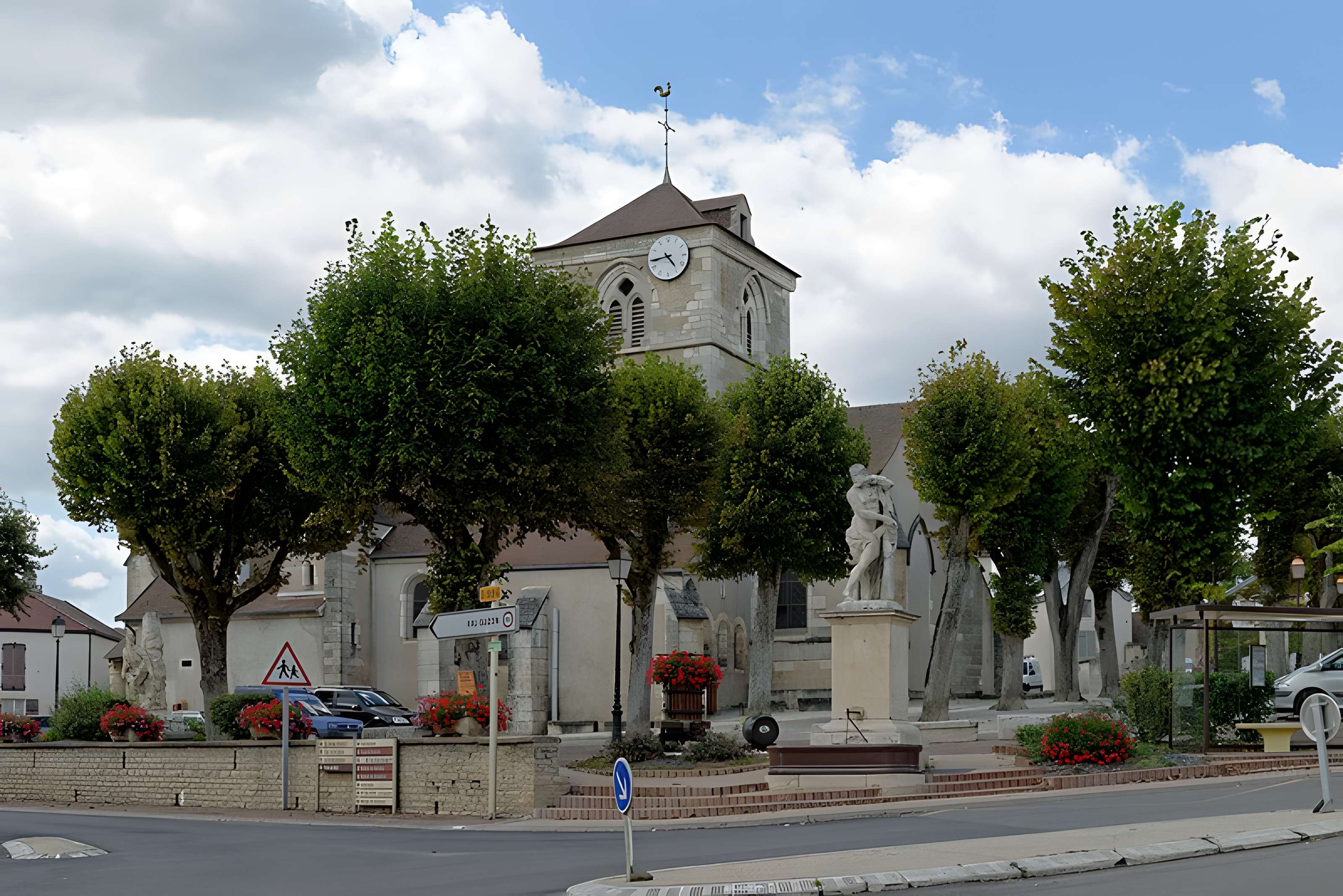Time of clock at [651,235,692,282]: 4:43
